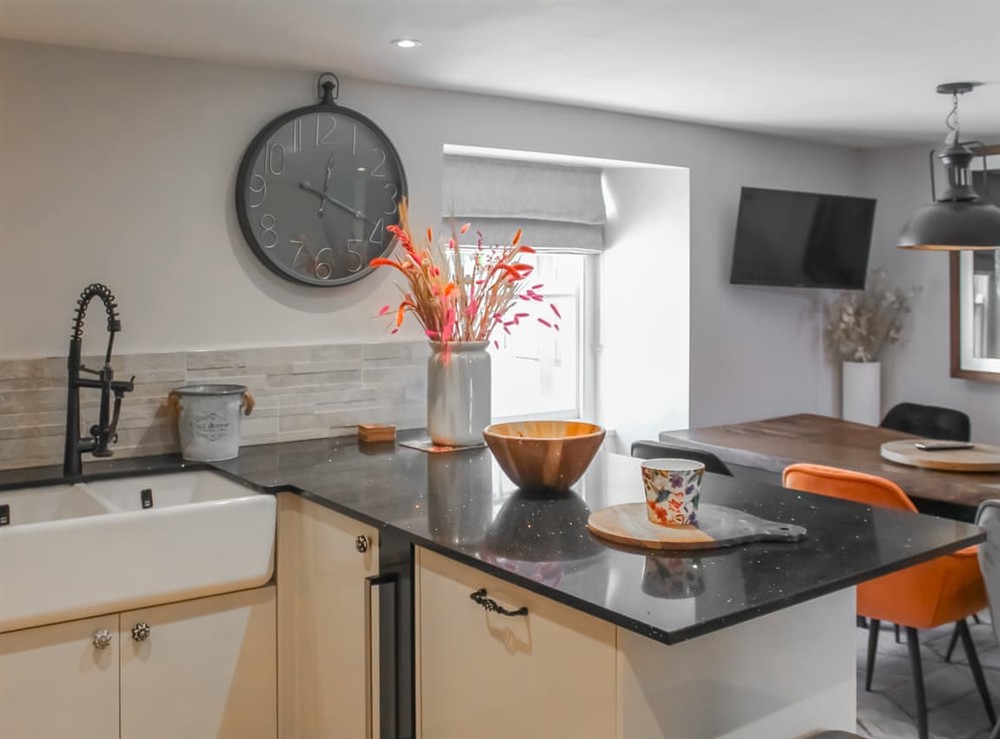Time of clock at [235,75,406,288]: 12:19
